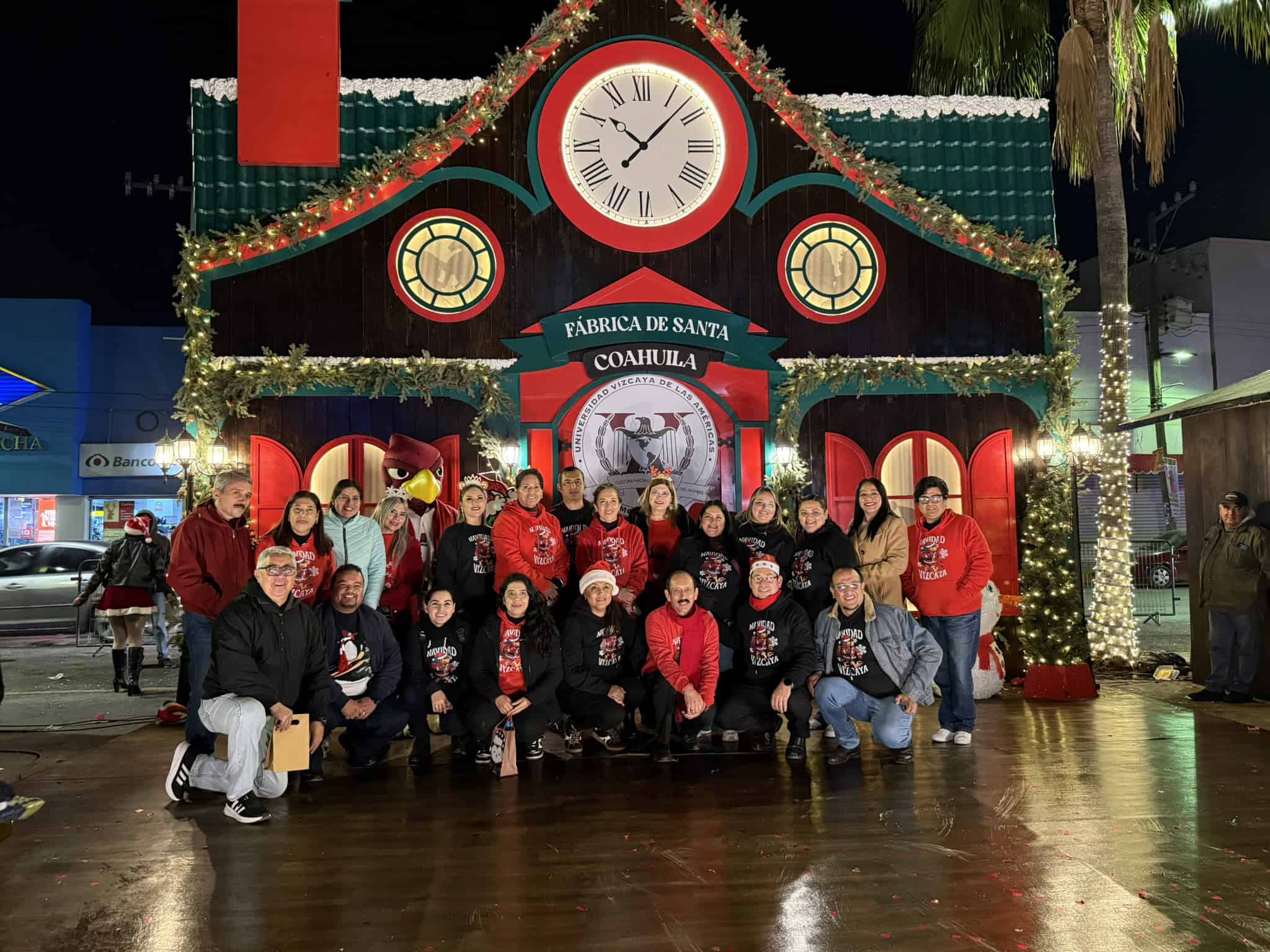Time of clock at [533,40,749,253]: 10:07
